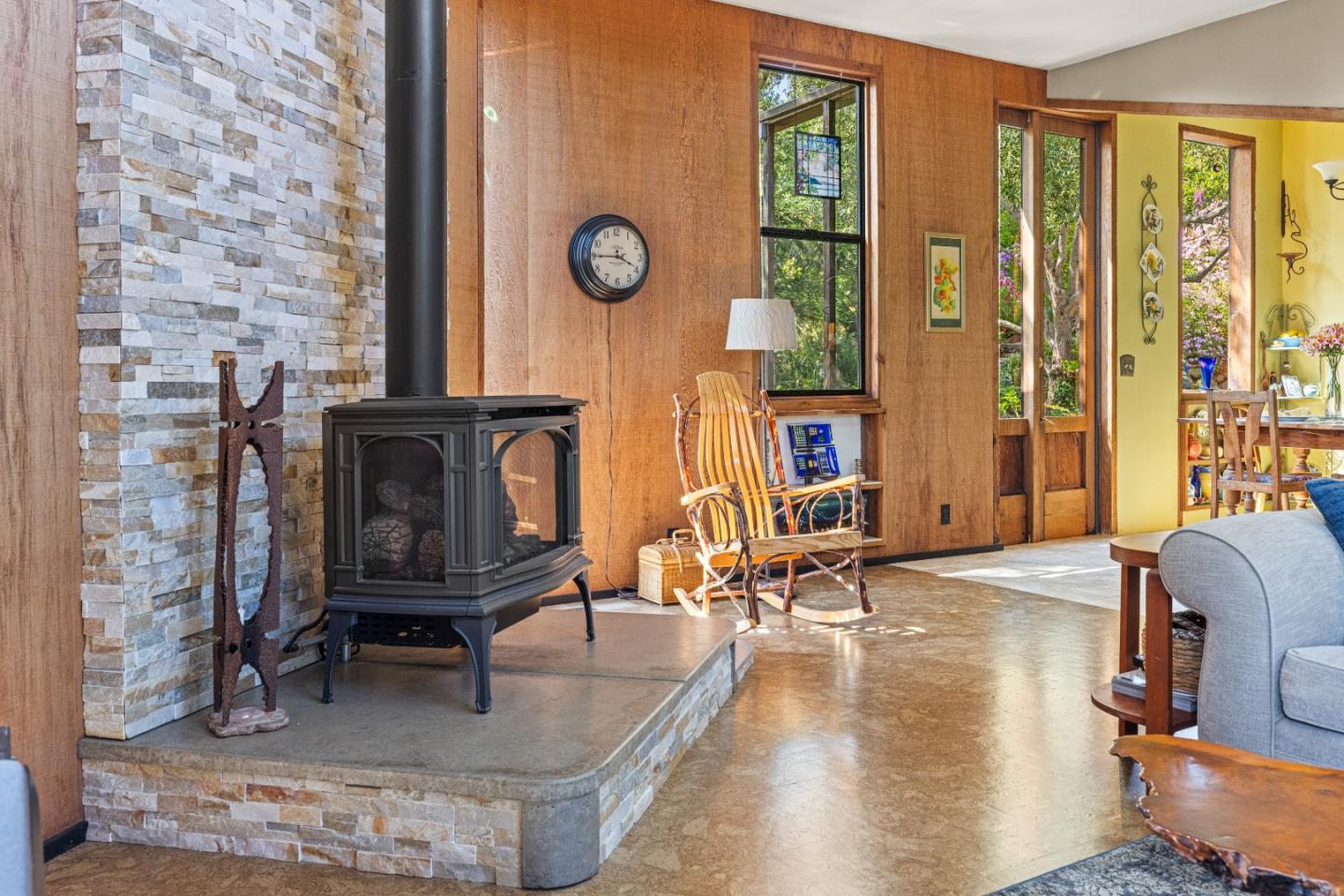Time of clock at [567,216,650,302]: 3:44
